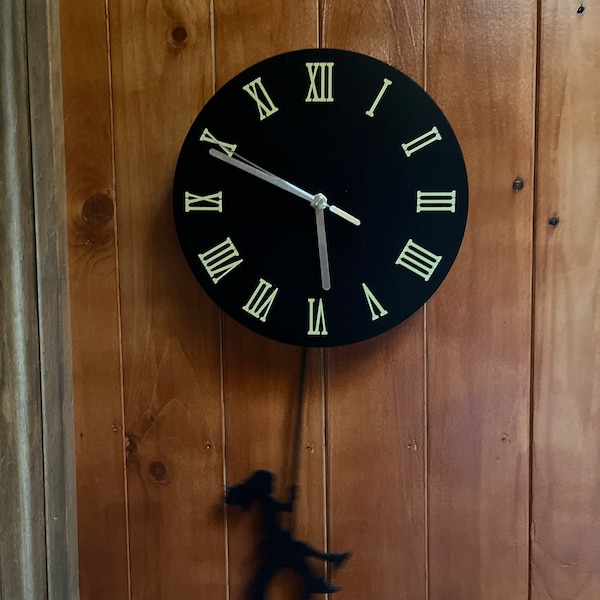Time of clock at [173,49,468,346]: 5:49
